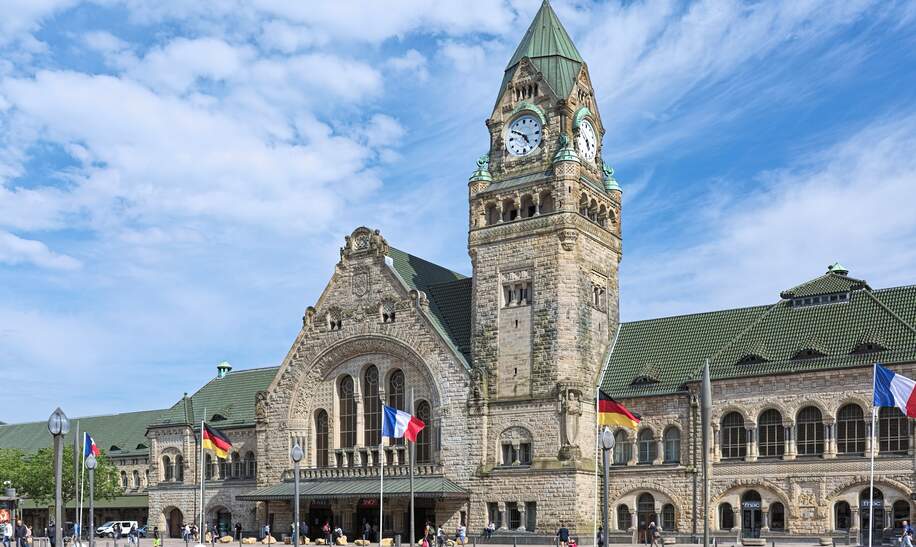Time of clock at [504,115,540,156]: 4:50
